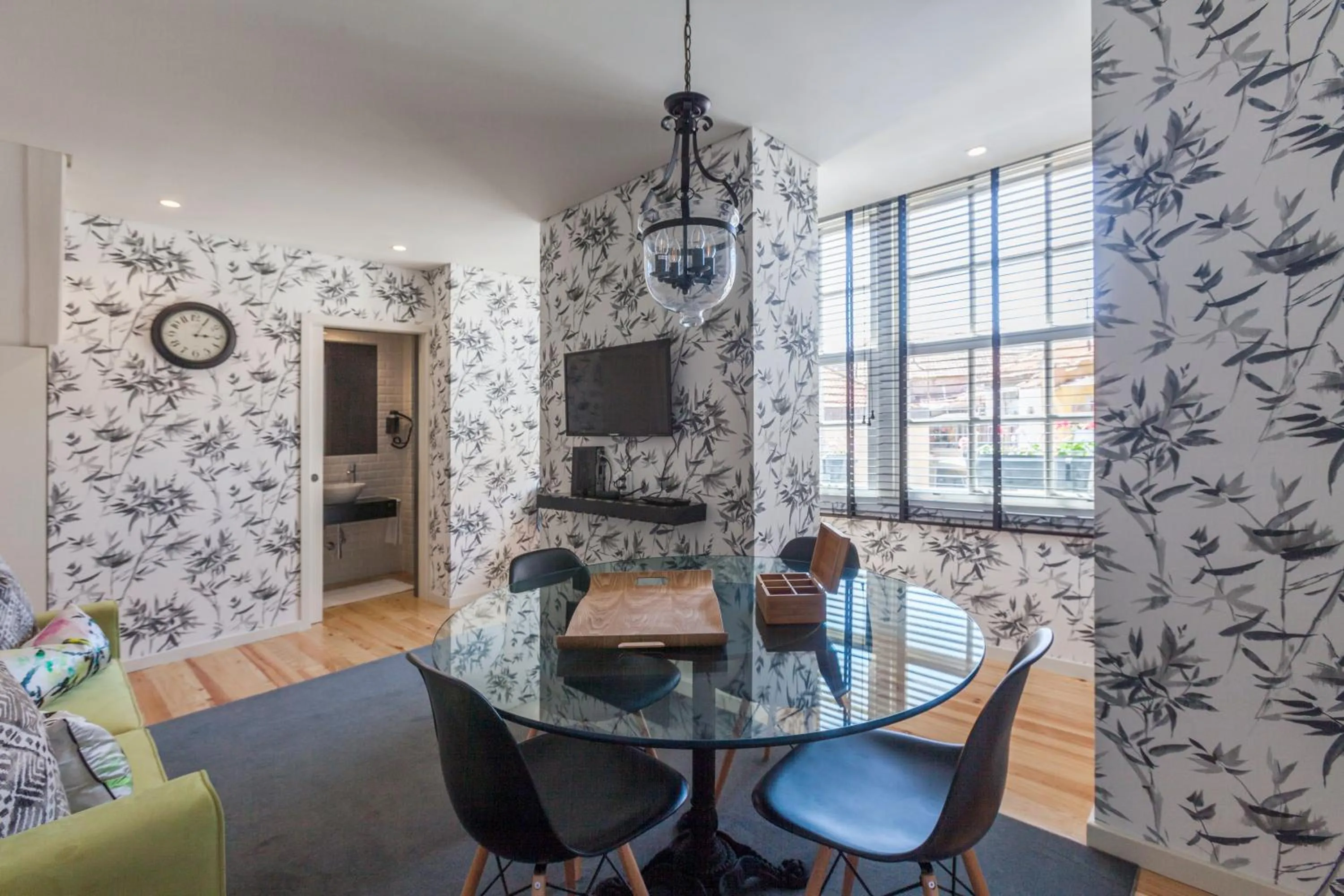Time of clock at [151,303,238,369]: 3:05
